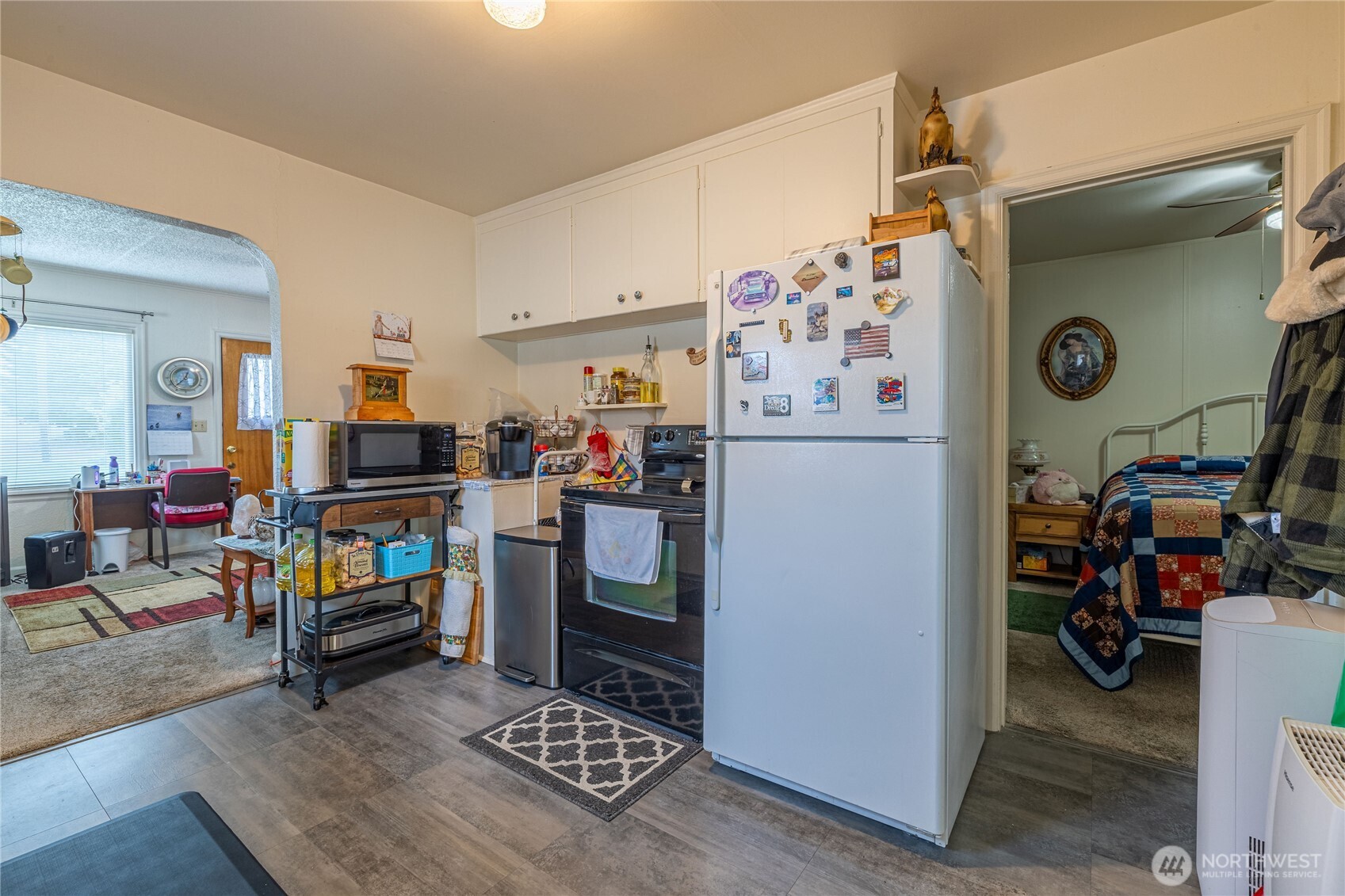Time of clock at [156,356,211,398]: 12:37
